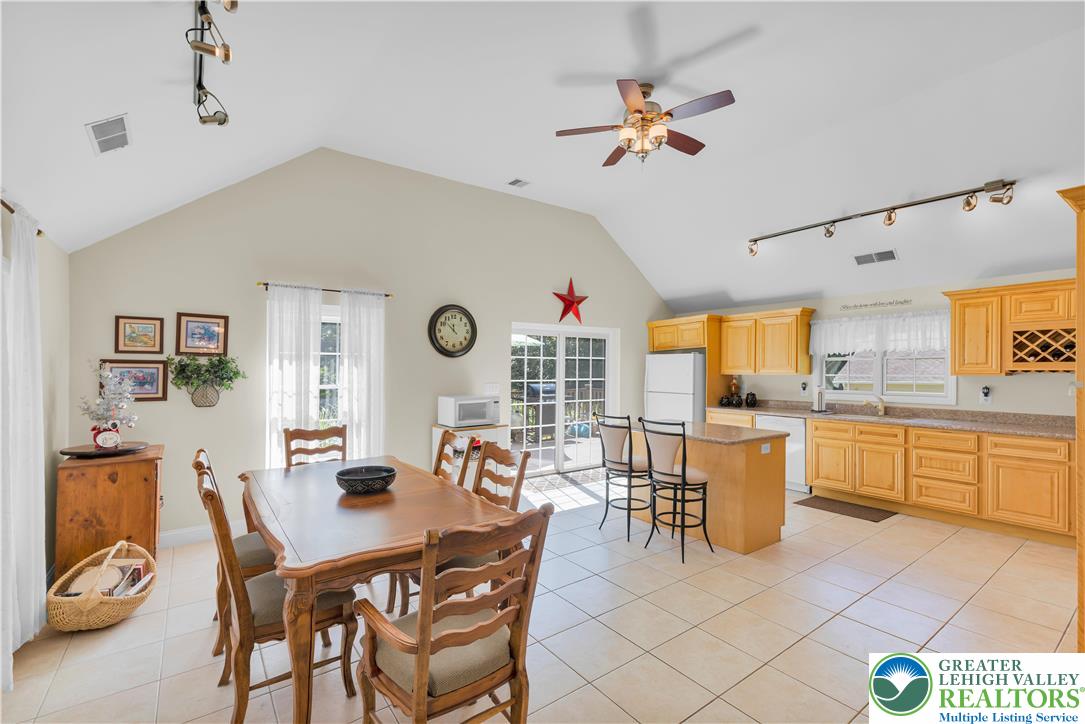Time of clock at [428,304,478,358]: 11:52
